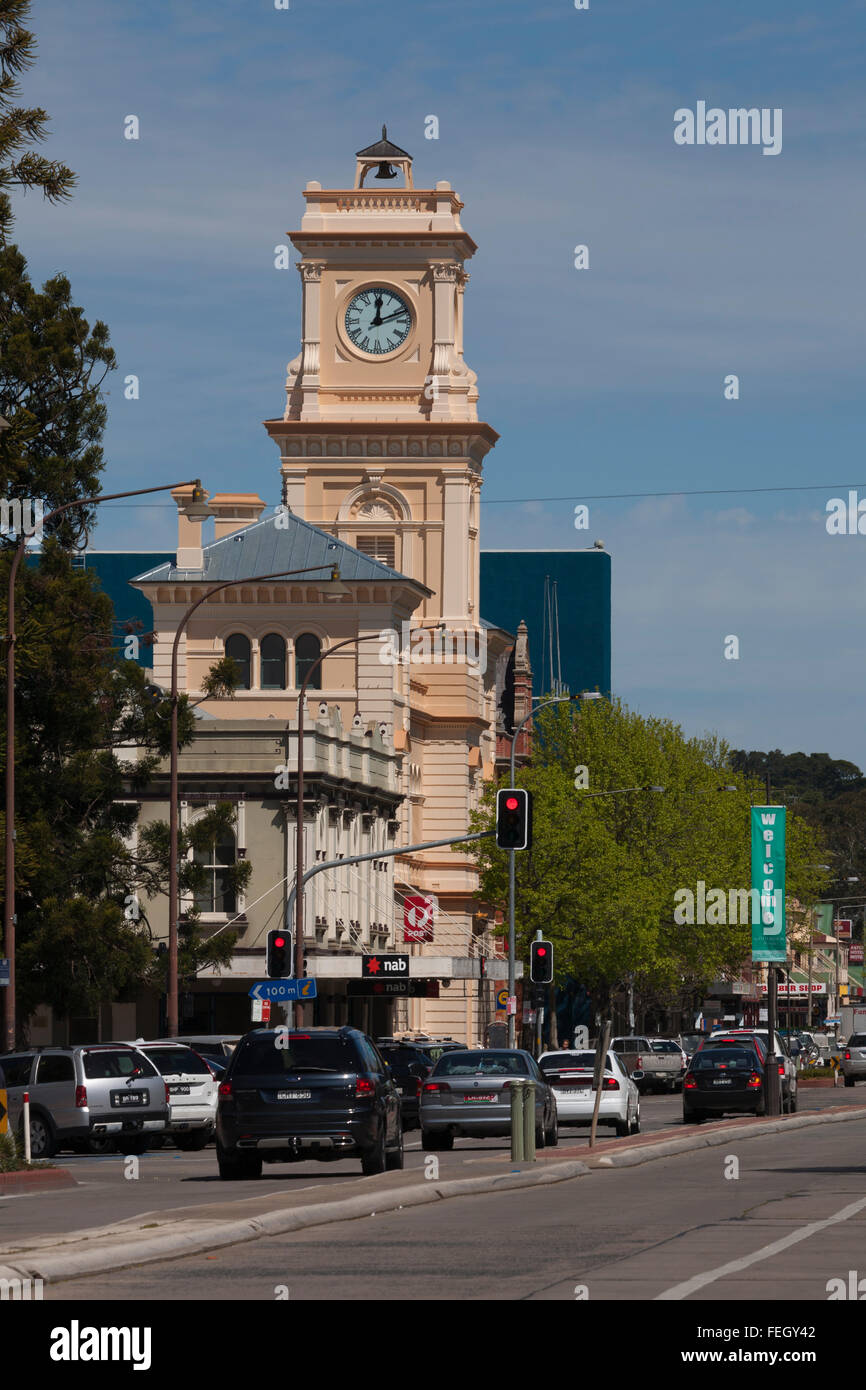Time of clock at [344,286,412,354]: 12:11
